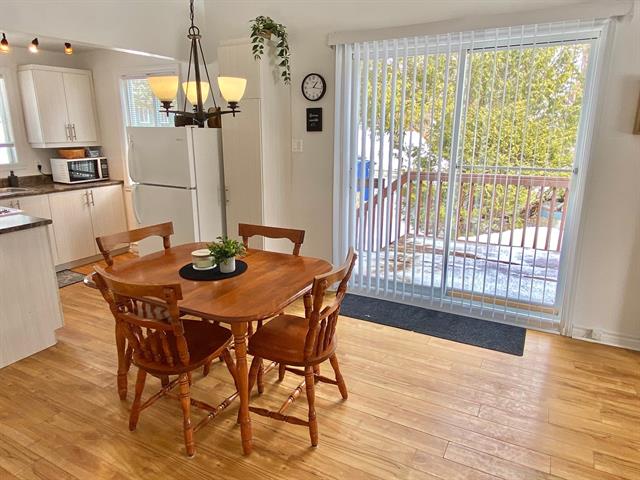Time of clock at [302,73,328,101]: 1:16
